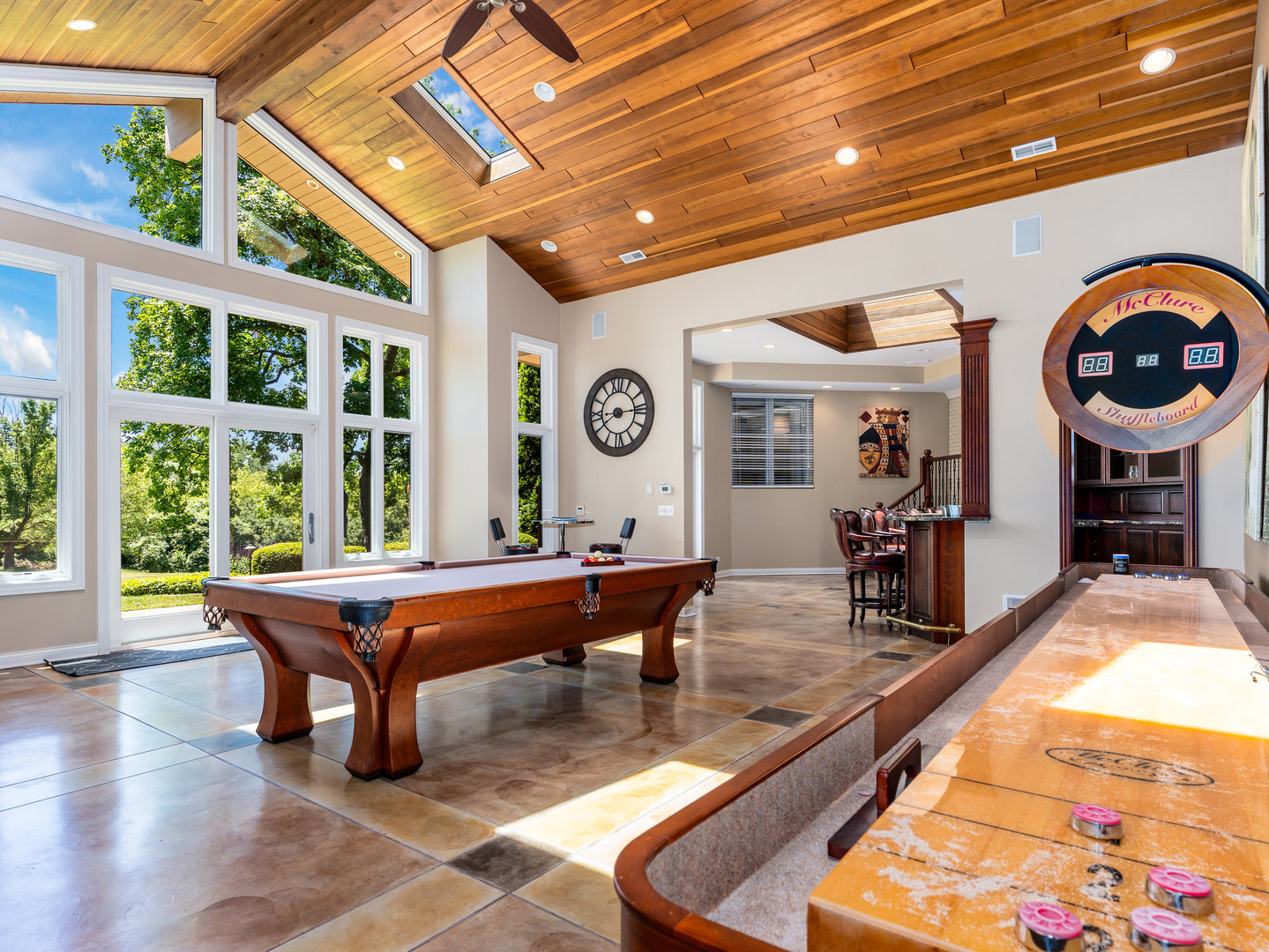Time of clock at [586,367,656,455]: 8:14
